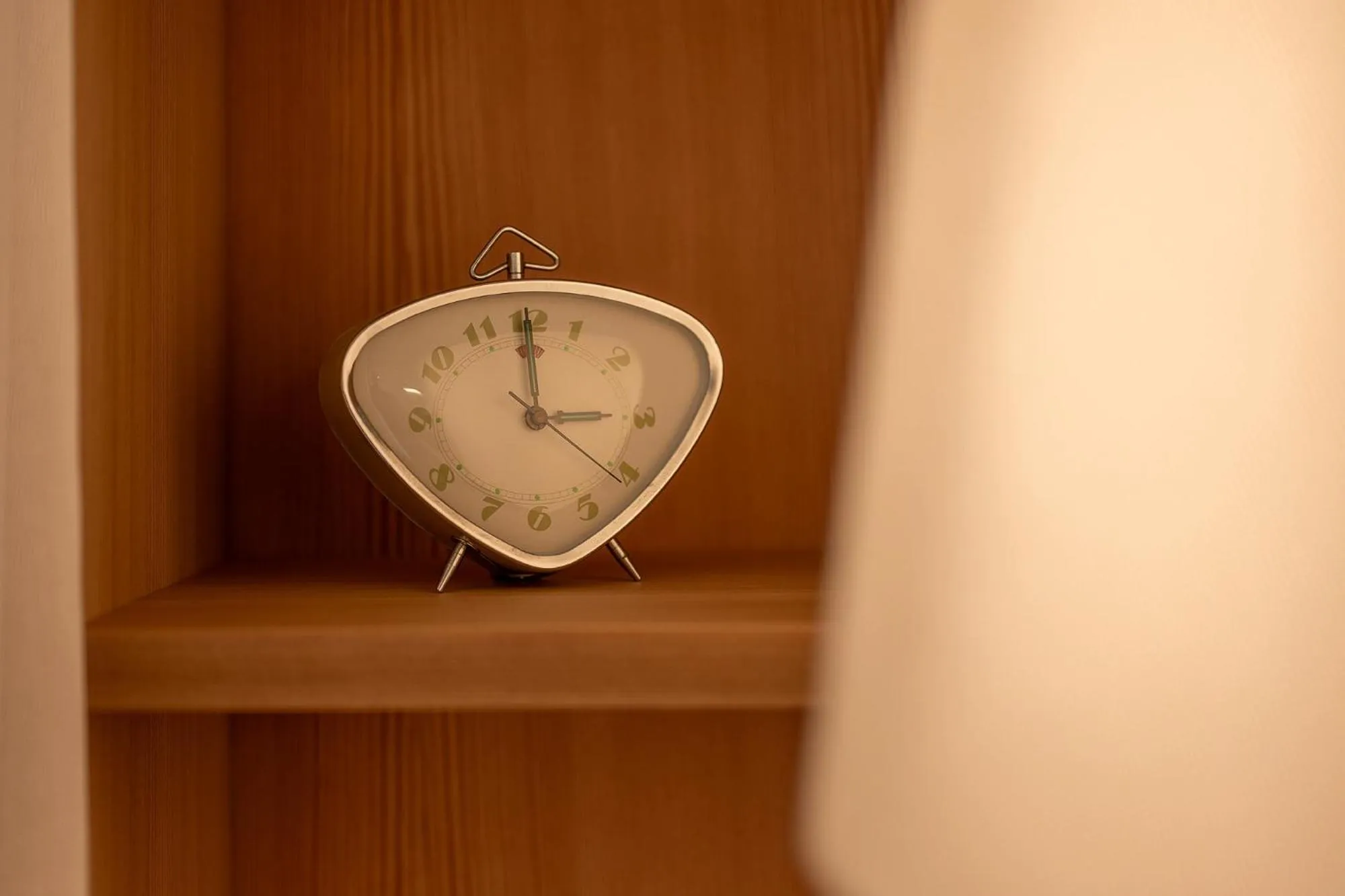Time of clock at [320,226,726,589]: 3:00
